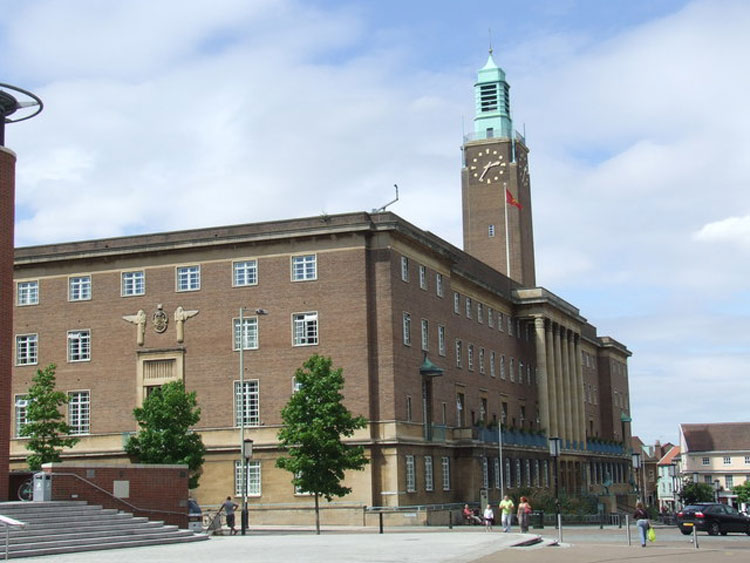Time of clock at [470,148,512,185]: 2:35
